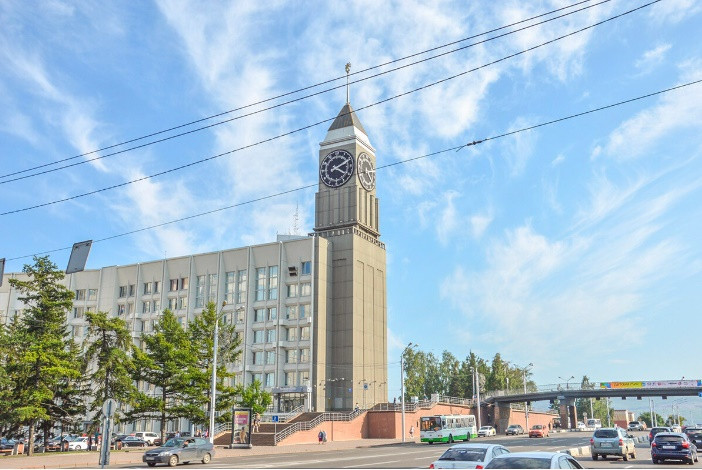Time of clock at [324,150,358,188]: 4:10
